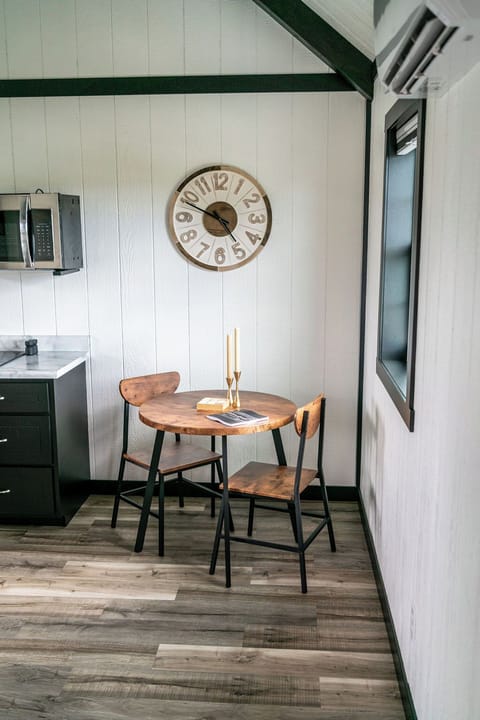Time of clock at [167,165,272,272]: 4:48
